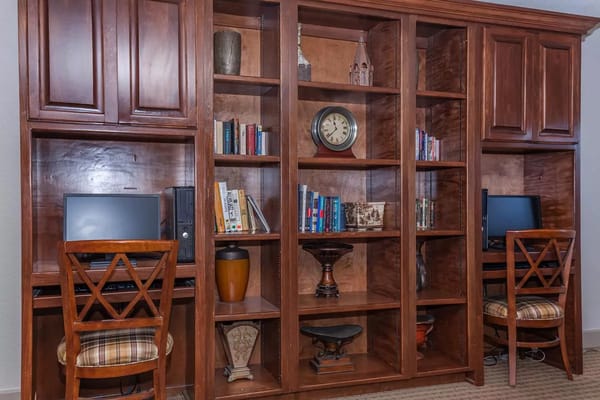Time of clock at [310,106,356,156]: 11:38
